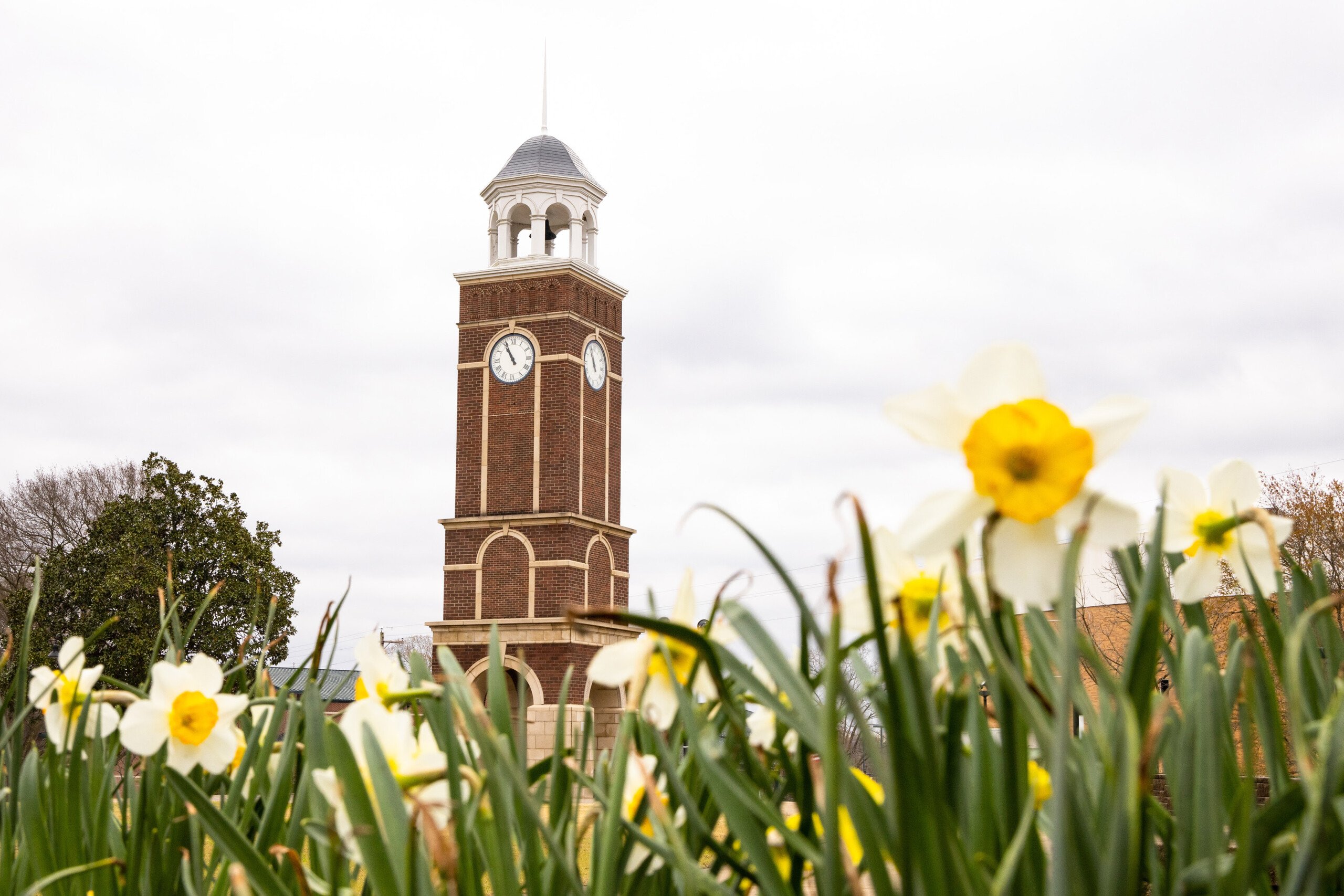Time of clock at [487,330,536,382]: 10:55
